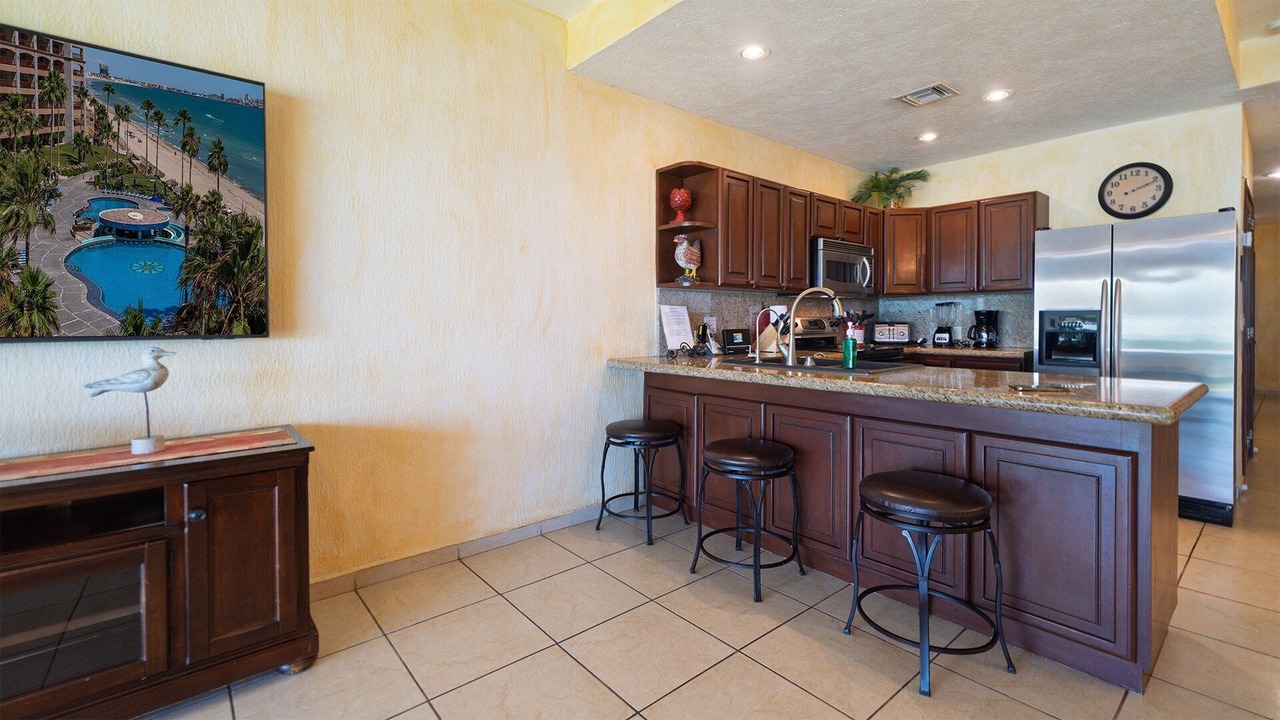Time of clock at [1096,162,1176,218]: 2:11
